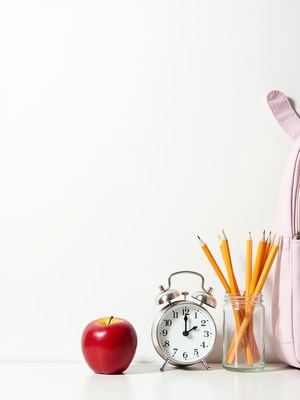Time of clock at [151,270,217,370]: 2:00
